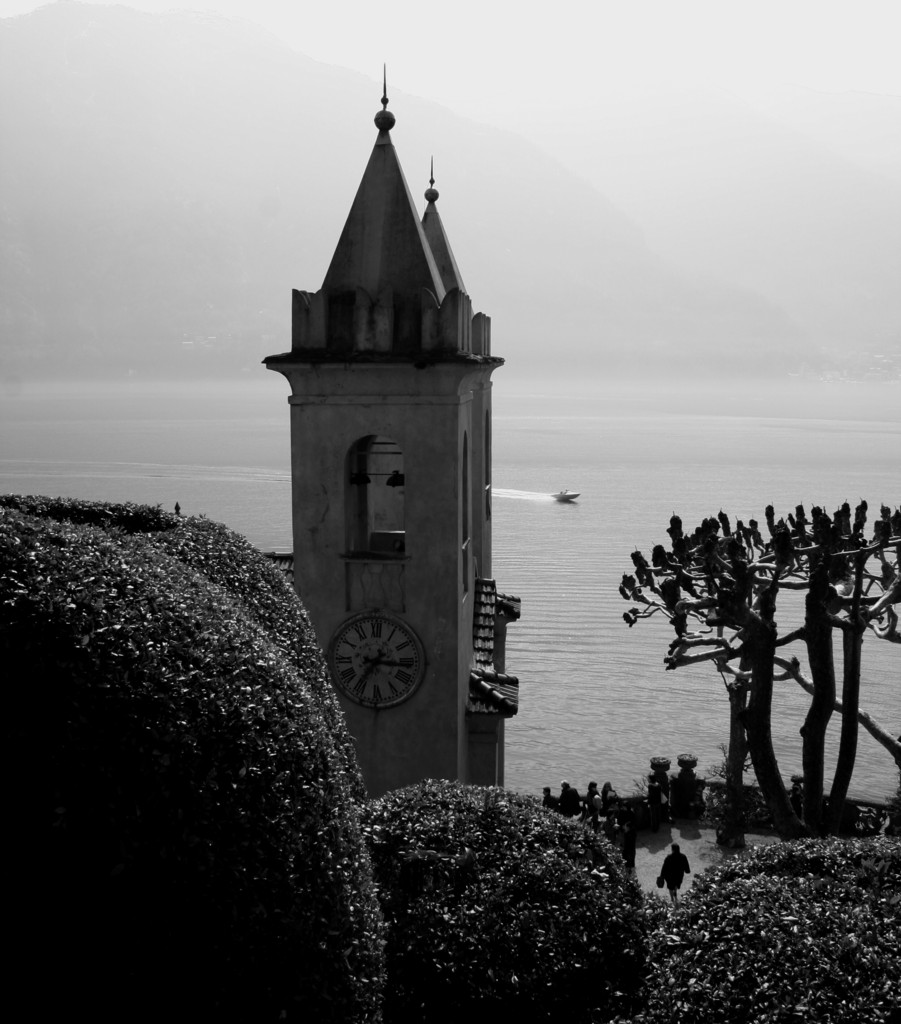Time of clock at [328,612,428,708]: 7:15
